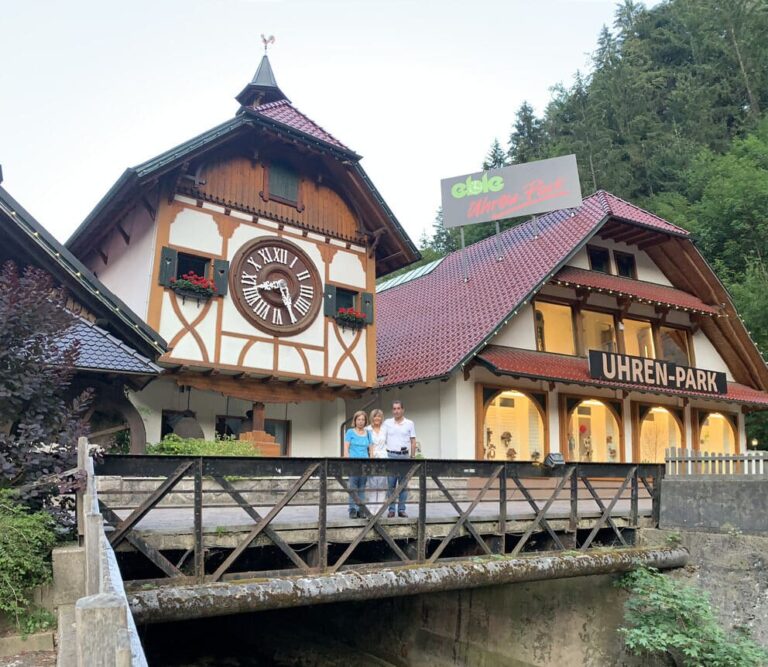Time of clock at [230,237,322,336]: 8:25
